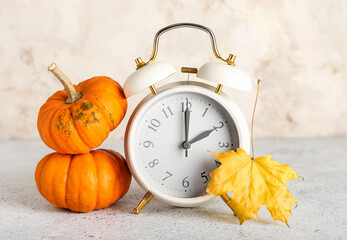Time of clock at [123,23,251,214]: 2:00
